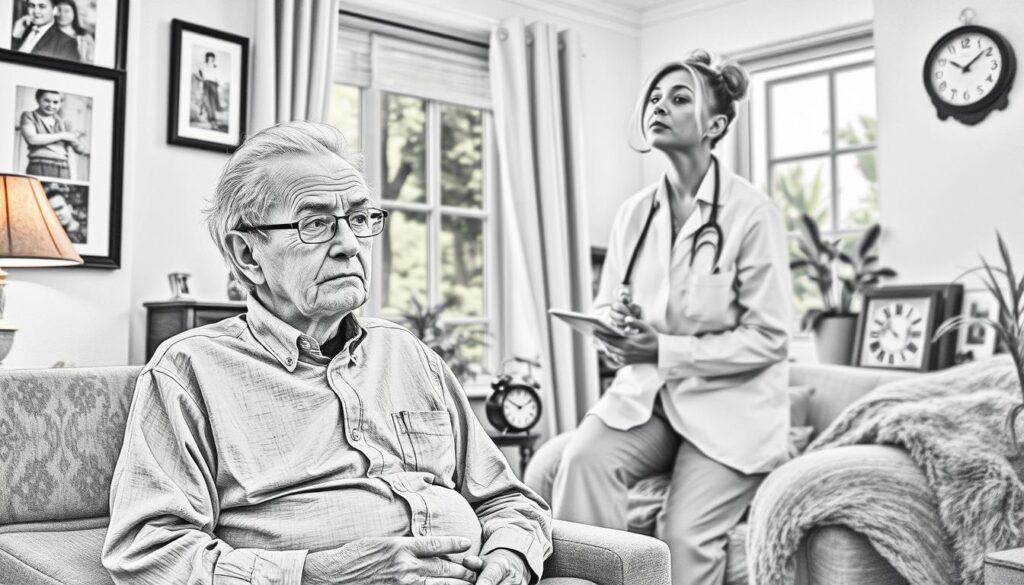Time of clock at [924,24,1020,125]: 10:08
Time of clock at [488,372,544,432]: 10:10
